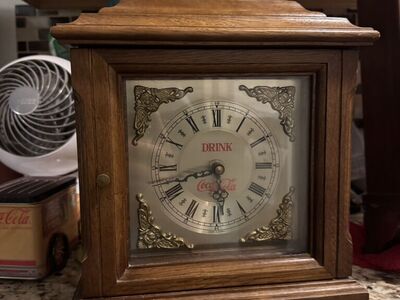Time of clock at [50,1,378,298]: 5:41
